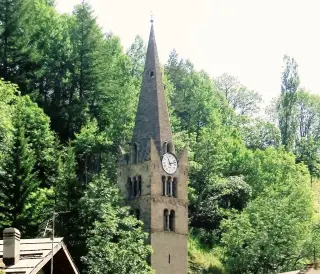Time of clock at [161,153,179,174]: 11:12
